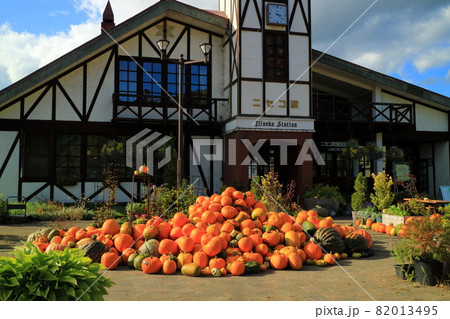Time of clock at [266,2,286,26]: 3:22
